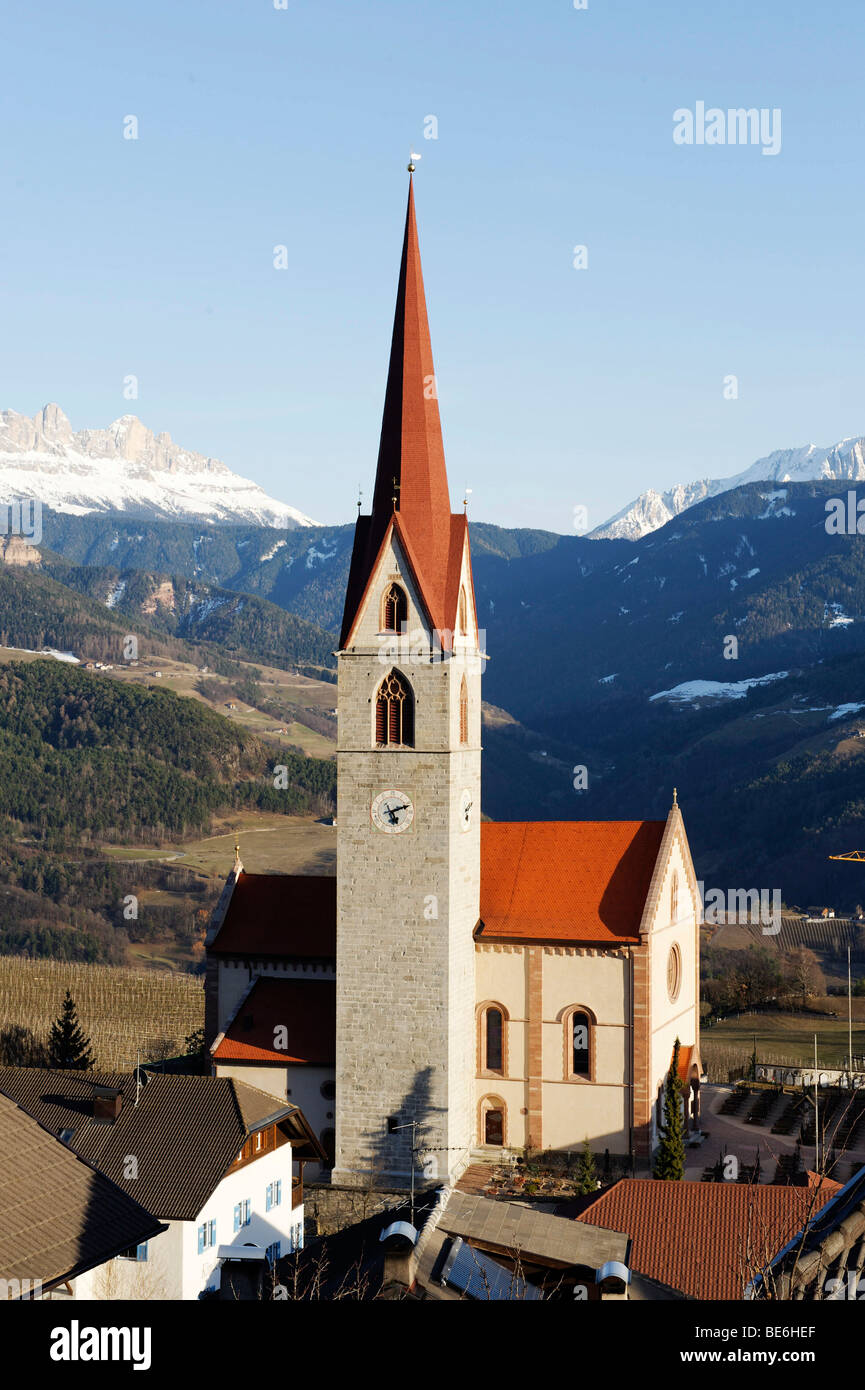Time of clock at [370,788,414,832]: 5:11
